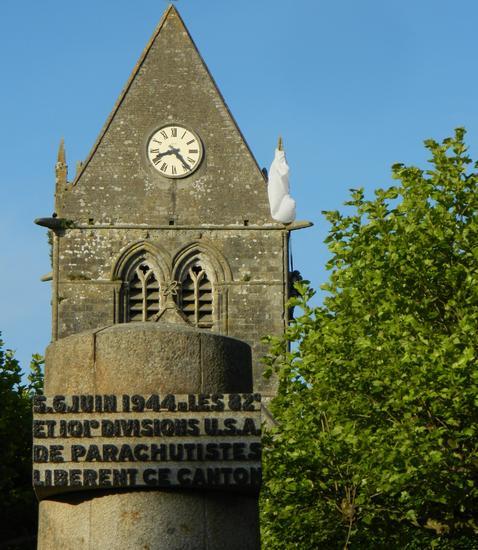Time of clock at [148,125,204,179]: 8:23
